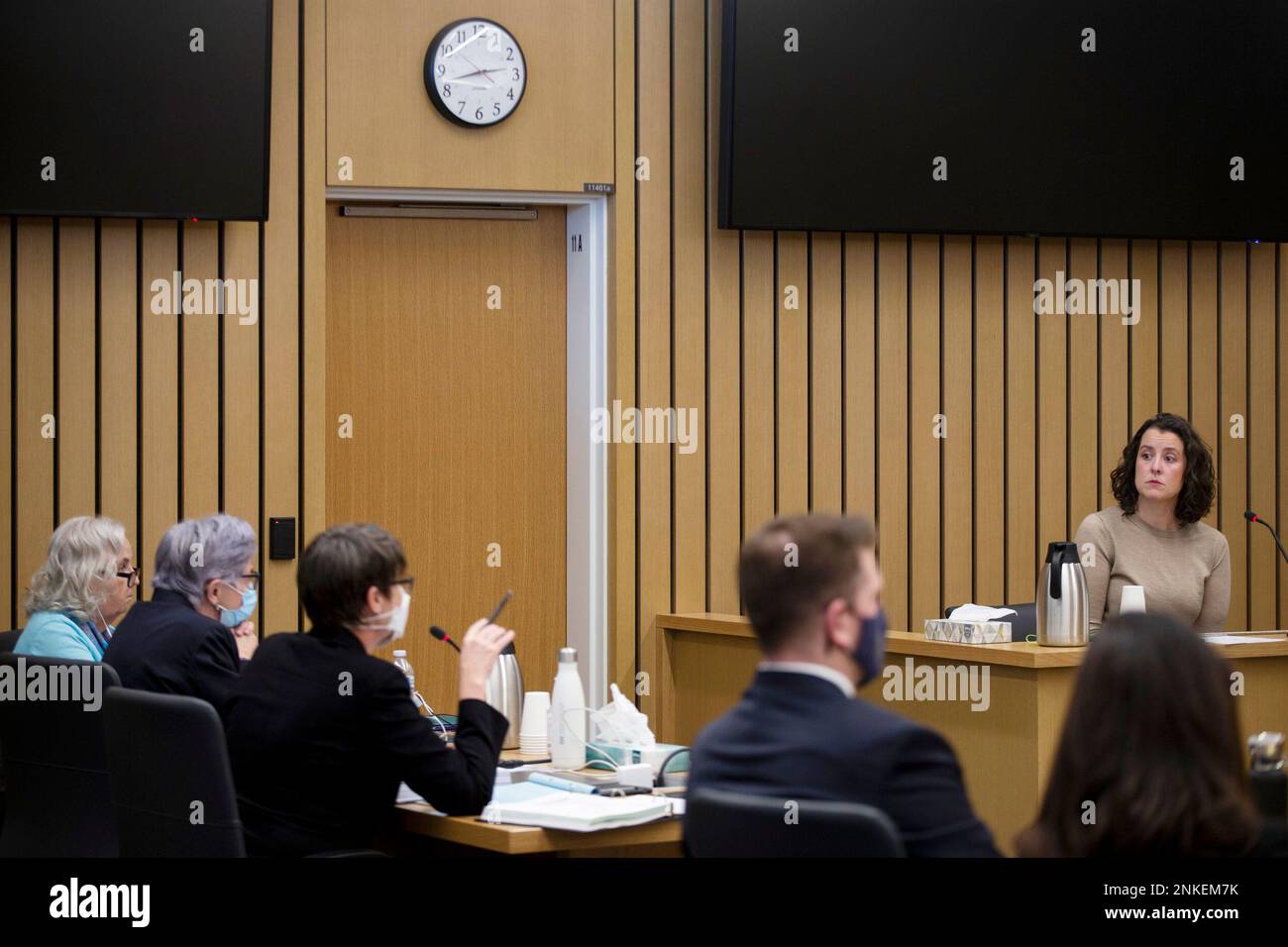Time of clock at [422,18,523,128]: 2:42
